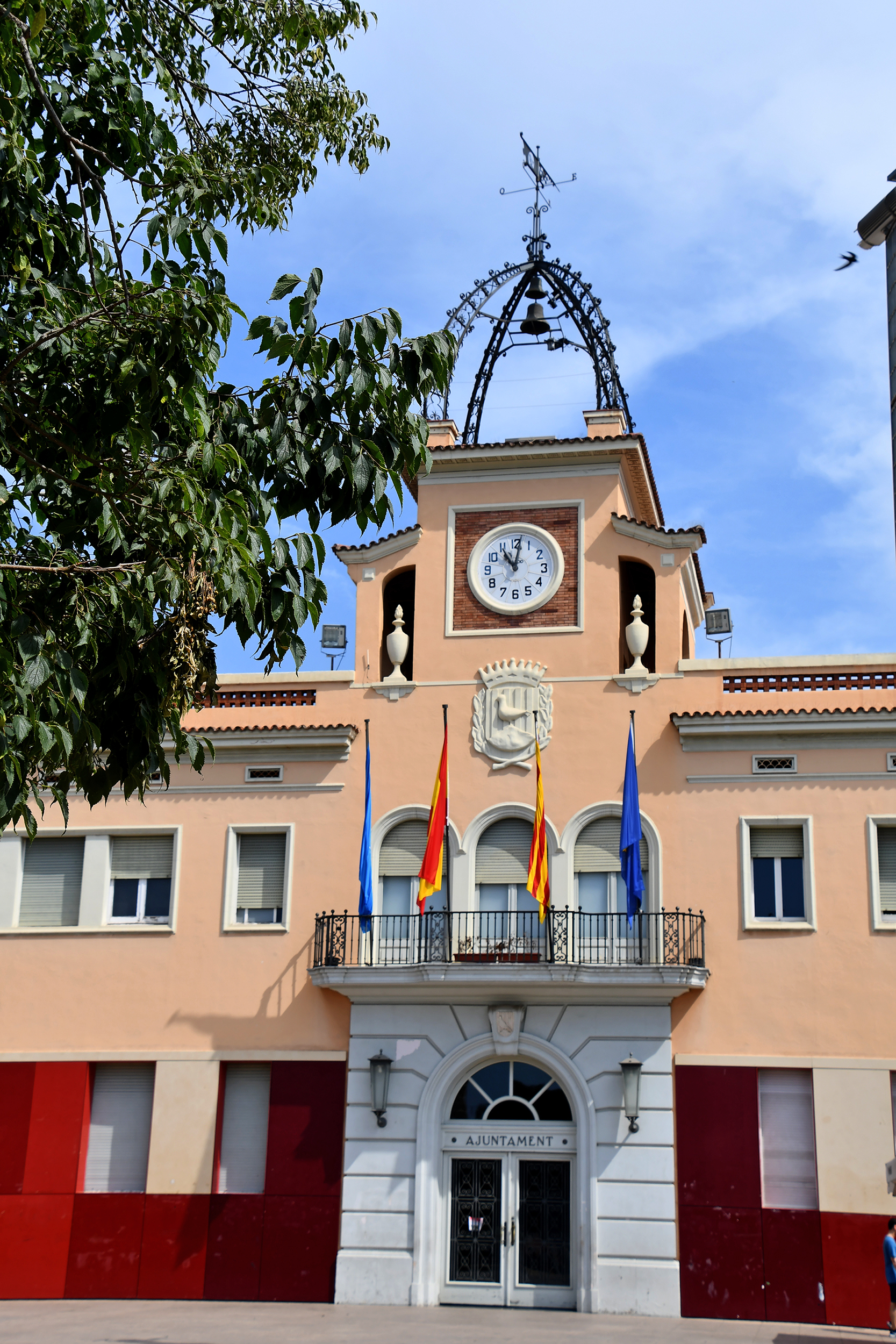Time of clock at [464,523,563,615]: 11:01
